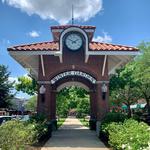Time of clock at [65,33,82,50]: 1:50
